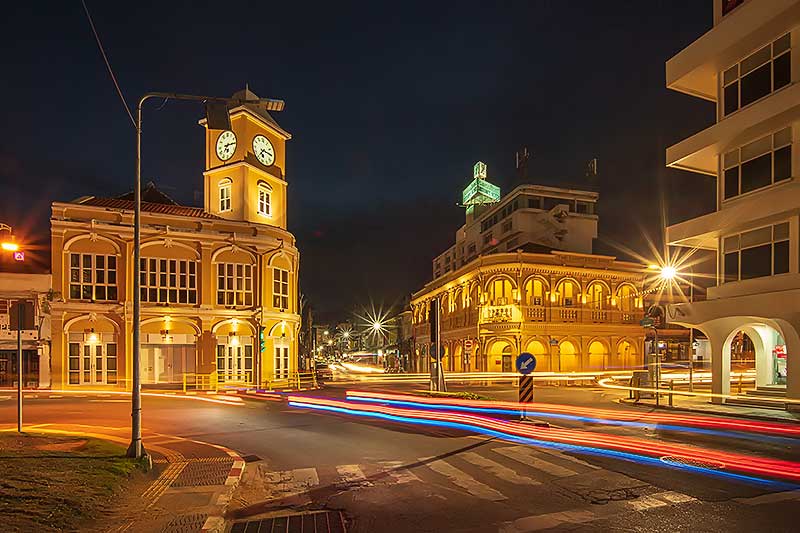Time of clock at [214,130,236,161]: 7:15
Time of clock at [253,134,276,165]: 7:15
